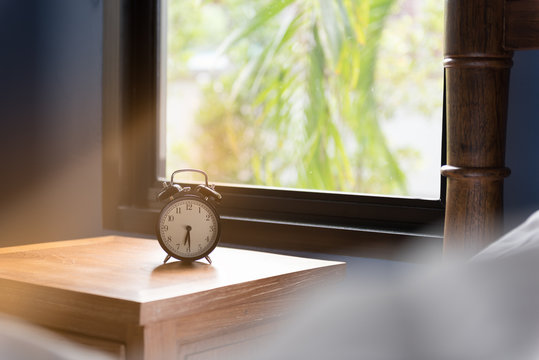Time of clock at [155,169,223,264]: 6:29
